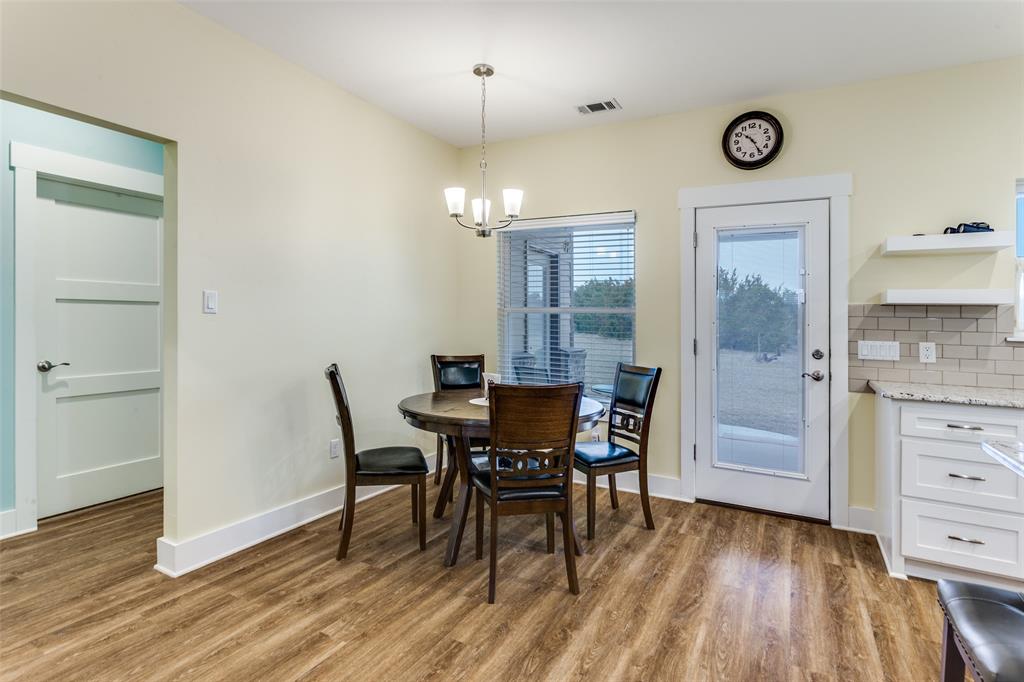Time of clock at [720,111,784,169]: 10:24
